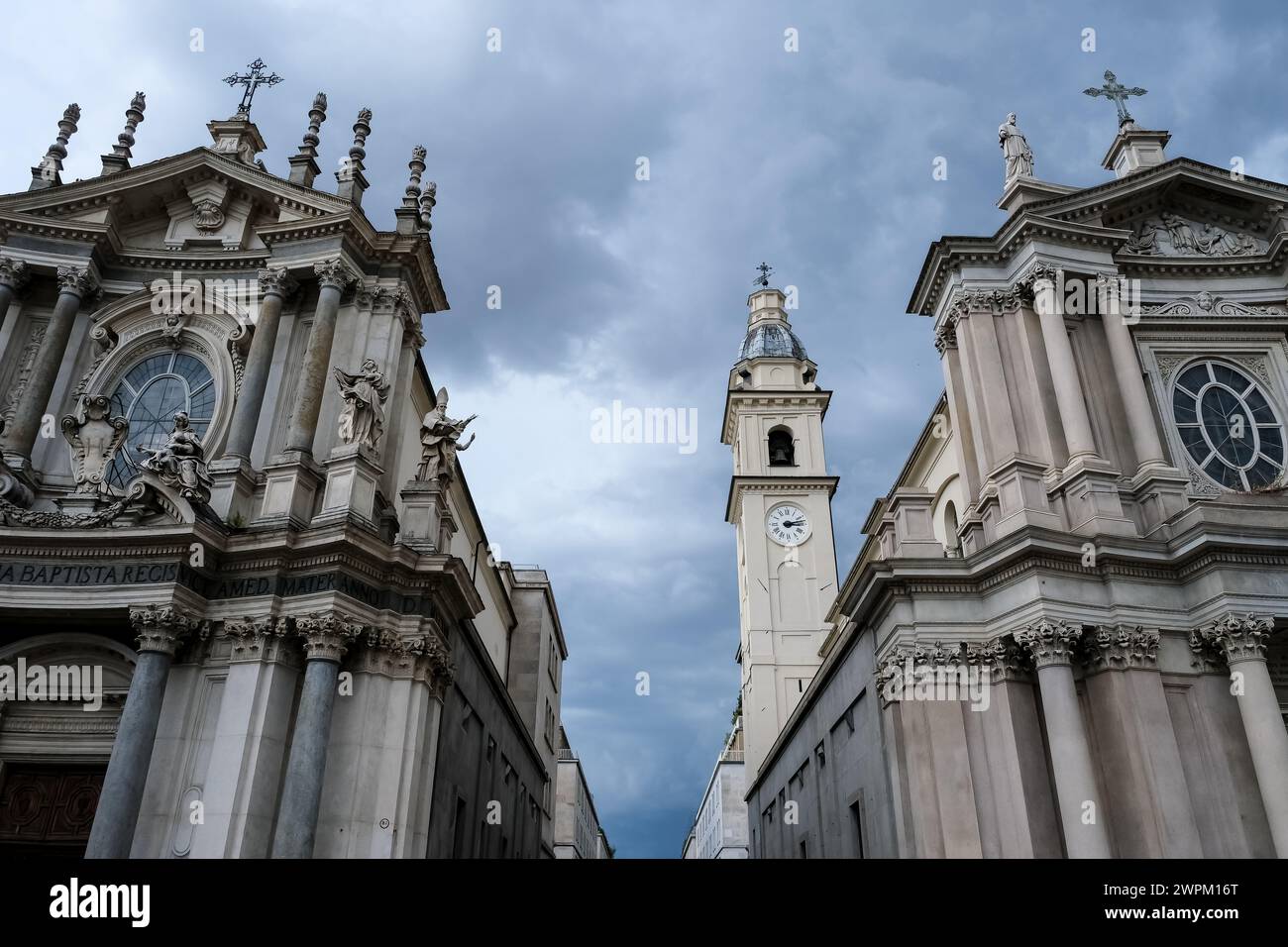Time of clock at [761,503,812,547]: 3:12
